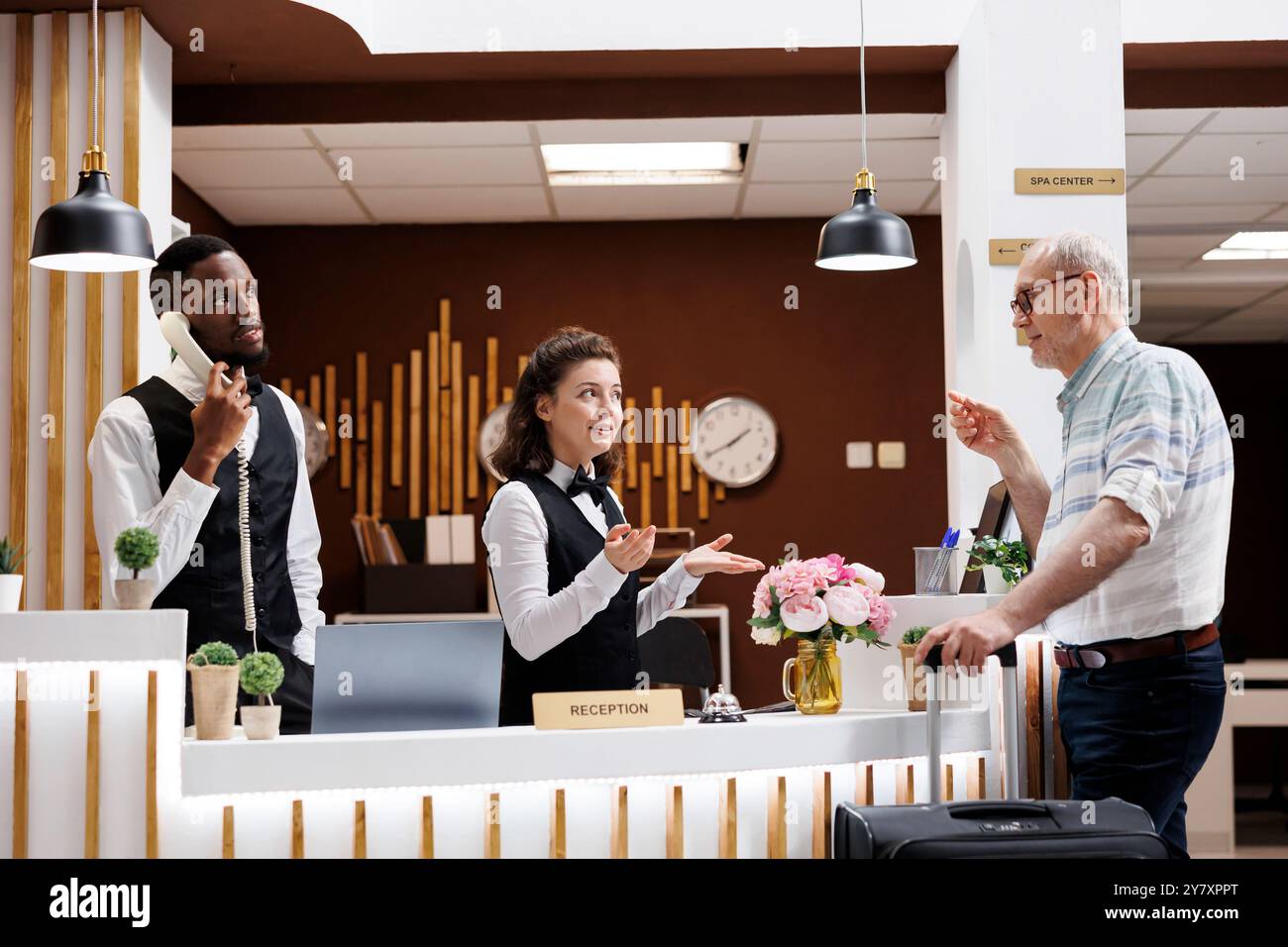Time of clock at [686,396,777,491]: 1:40
